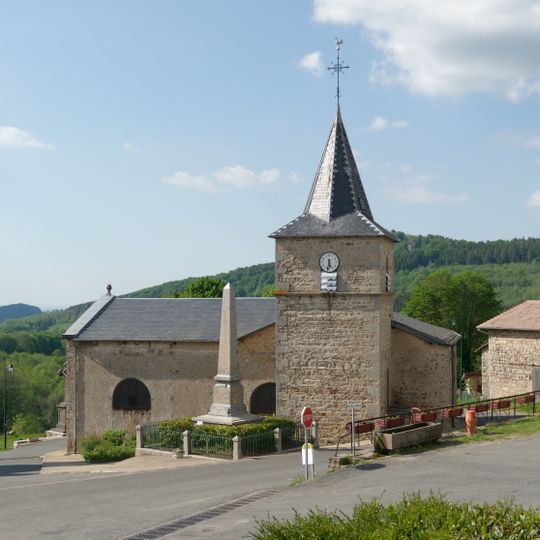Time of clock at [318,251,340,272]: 5:31
